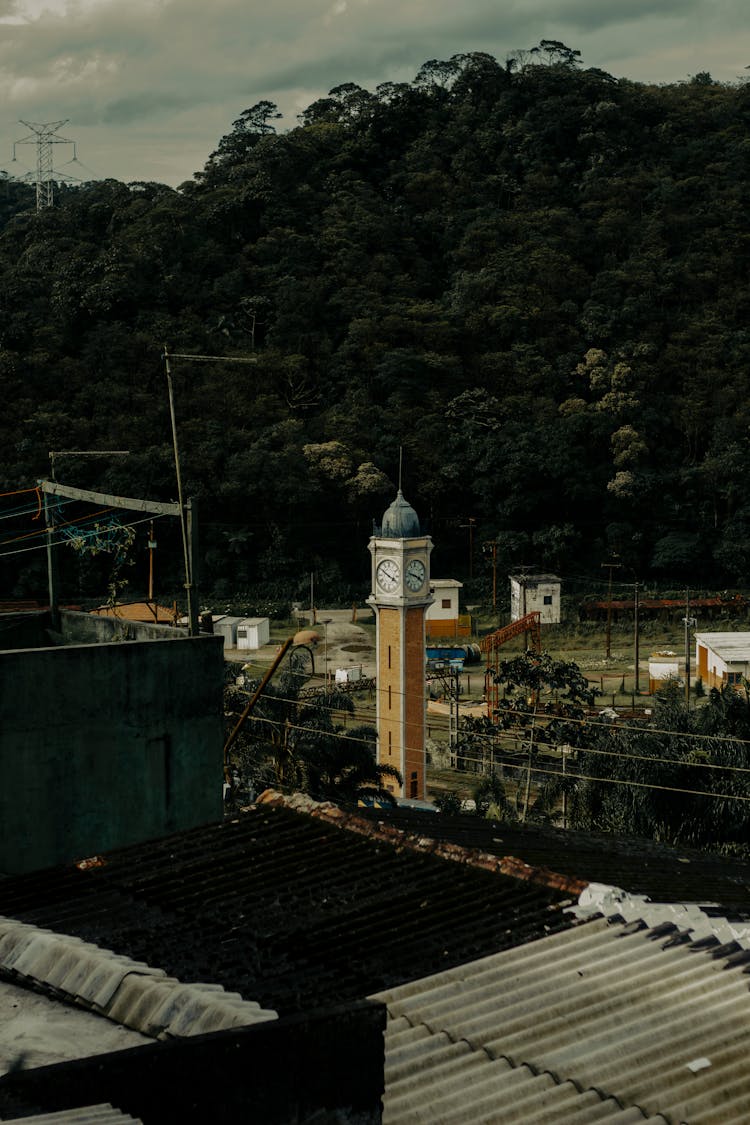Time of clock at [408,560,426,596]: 3:47
